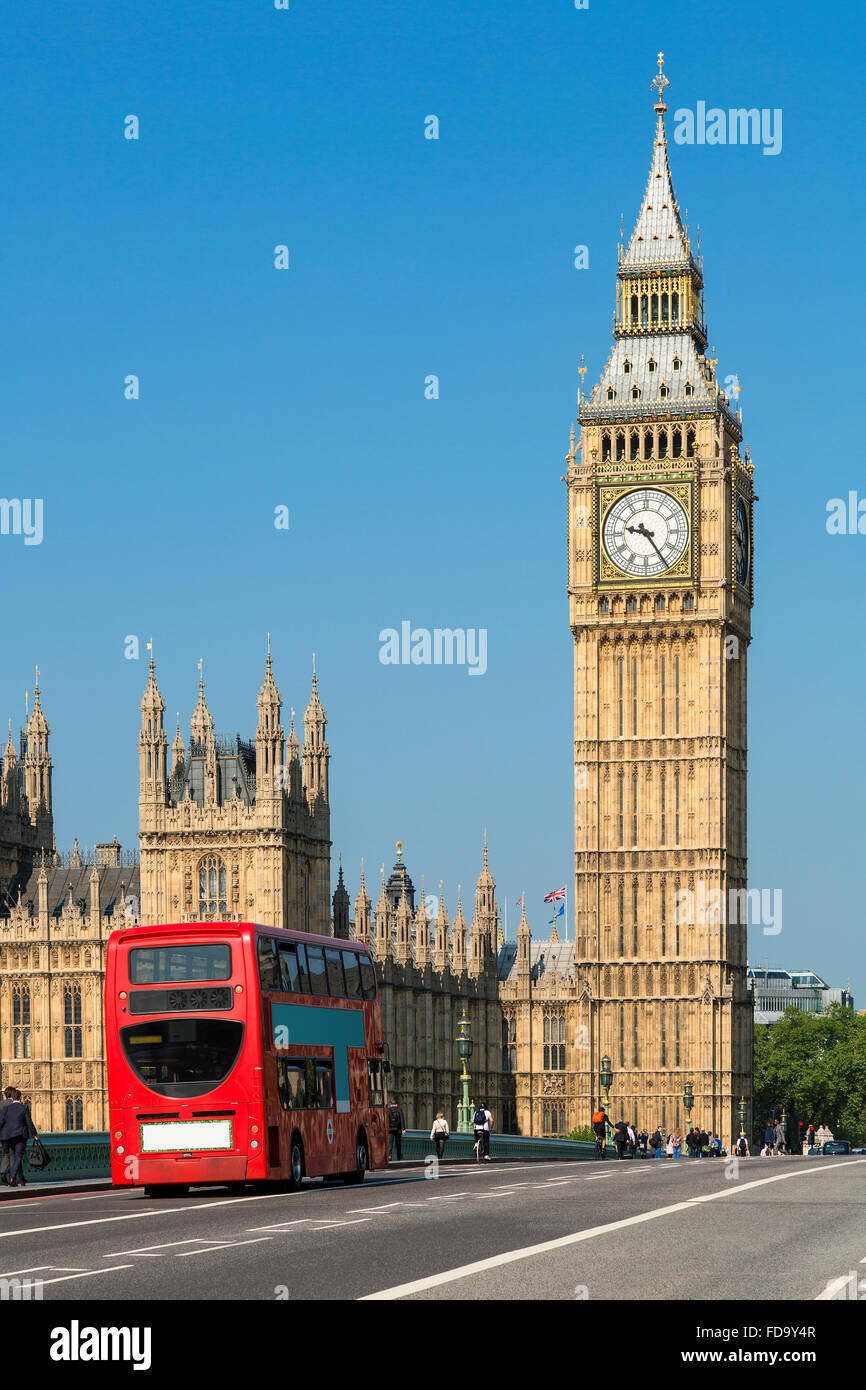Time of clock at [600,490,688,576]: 9:24
